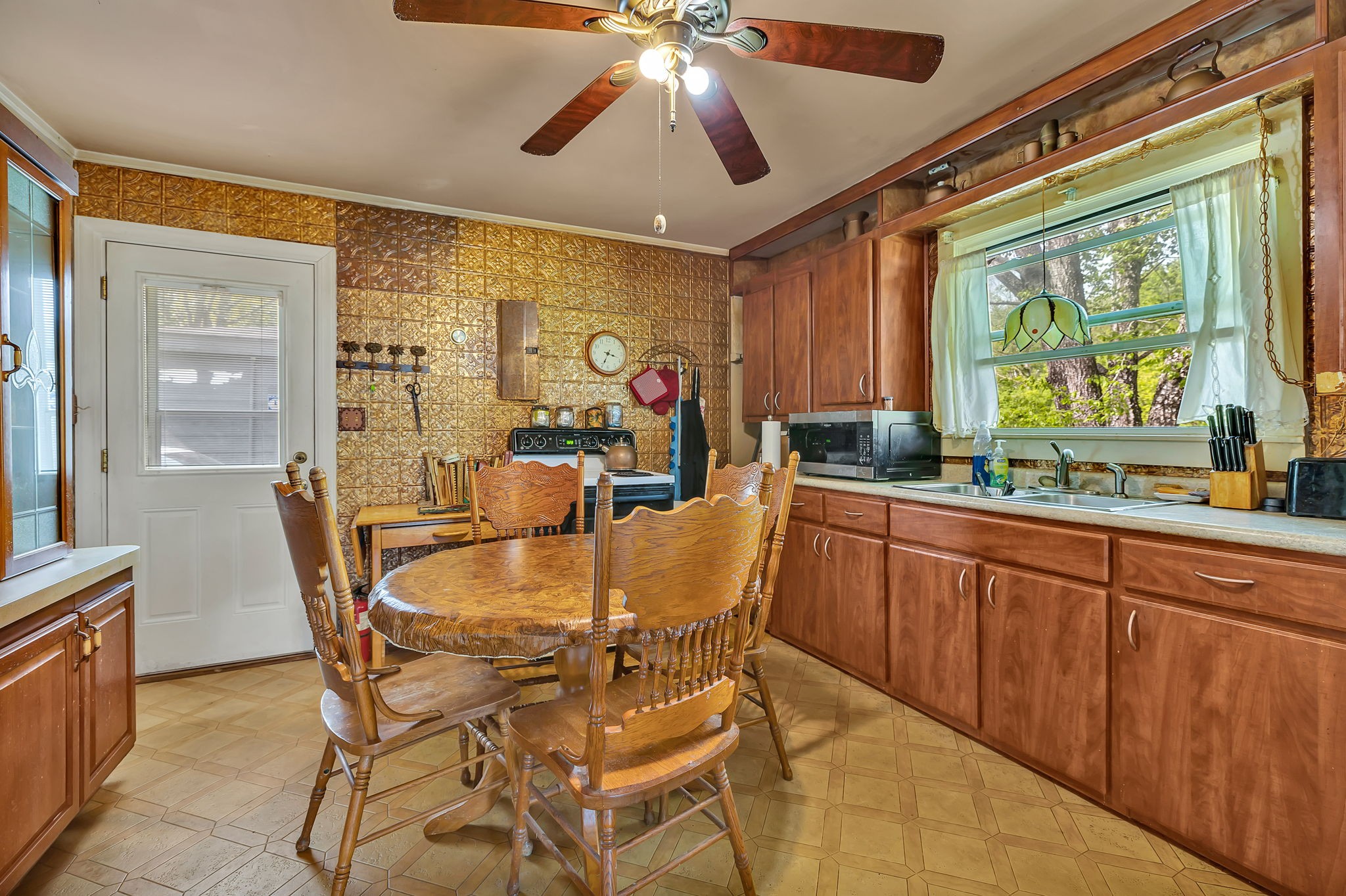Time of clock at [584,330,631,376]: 3:34
